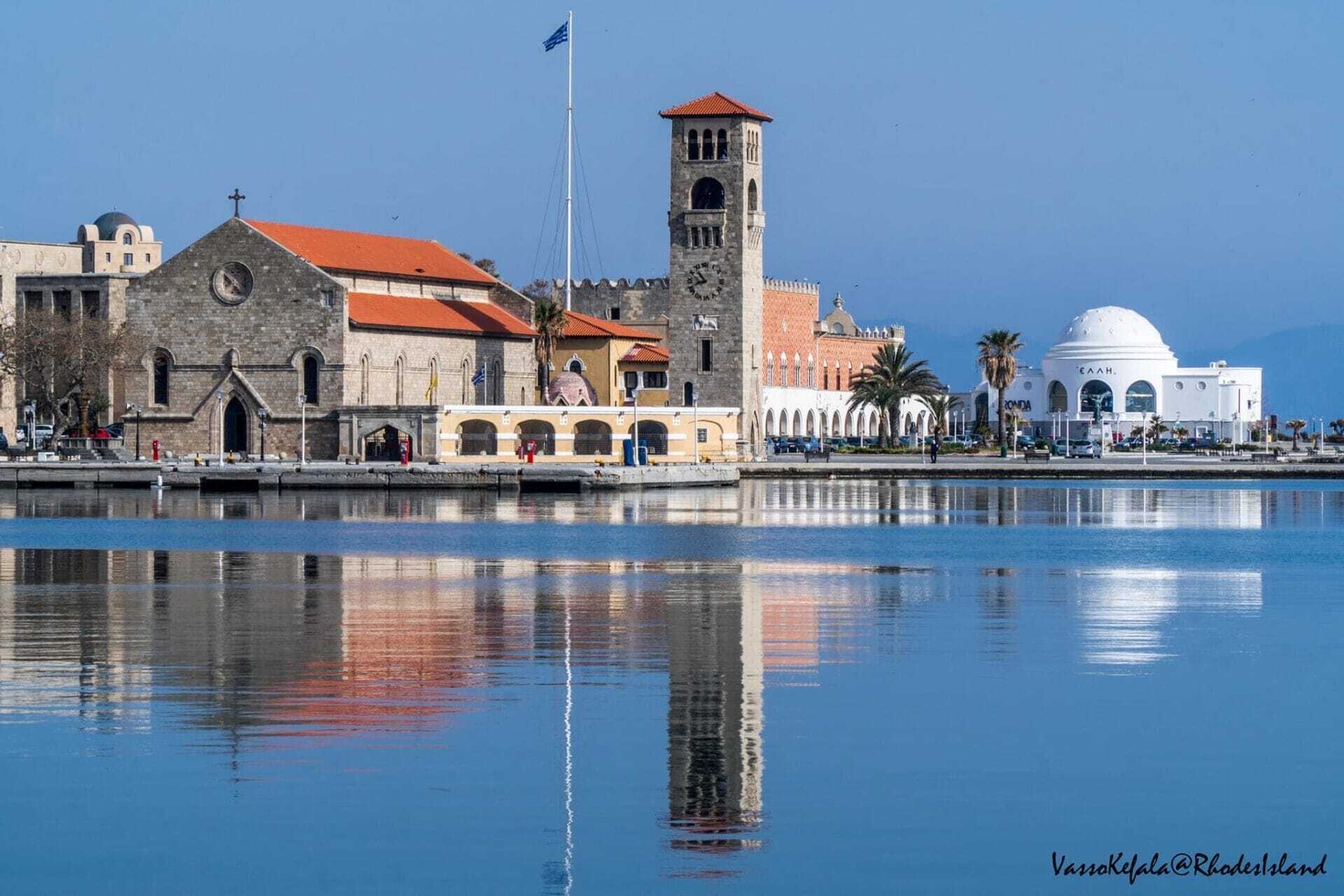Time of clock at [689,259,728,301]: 10:42
